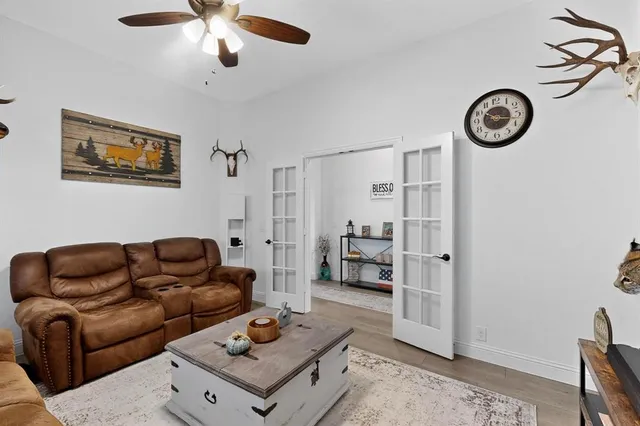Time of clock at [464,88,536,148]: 10:17
